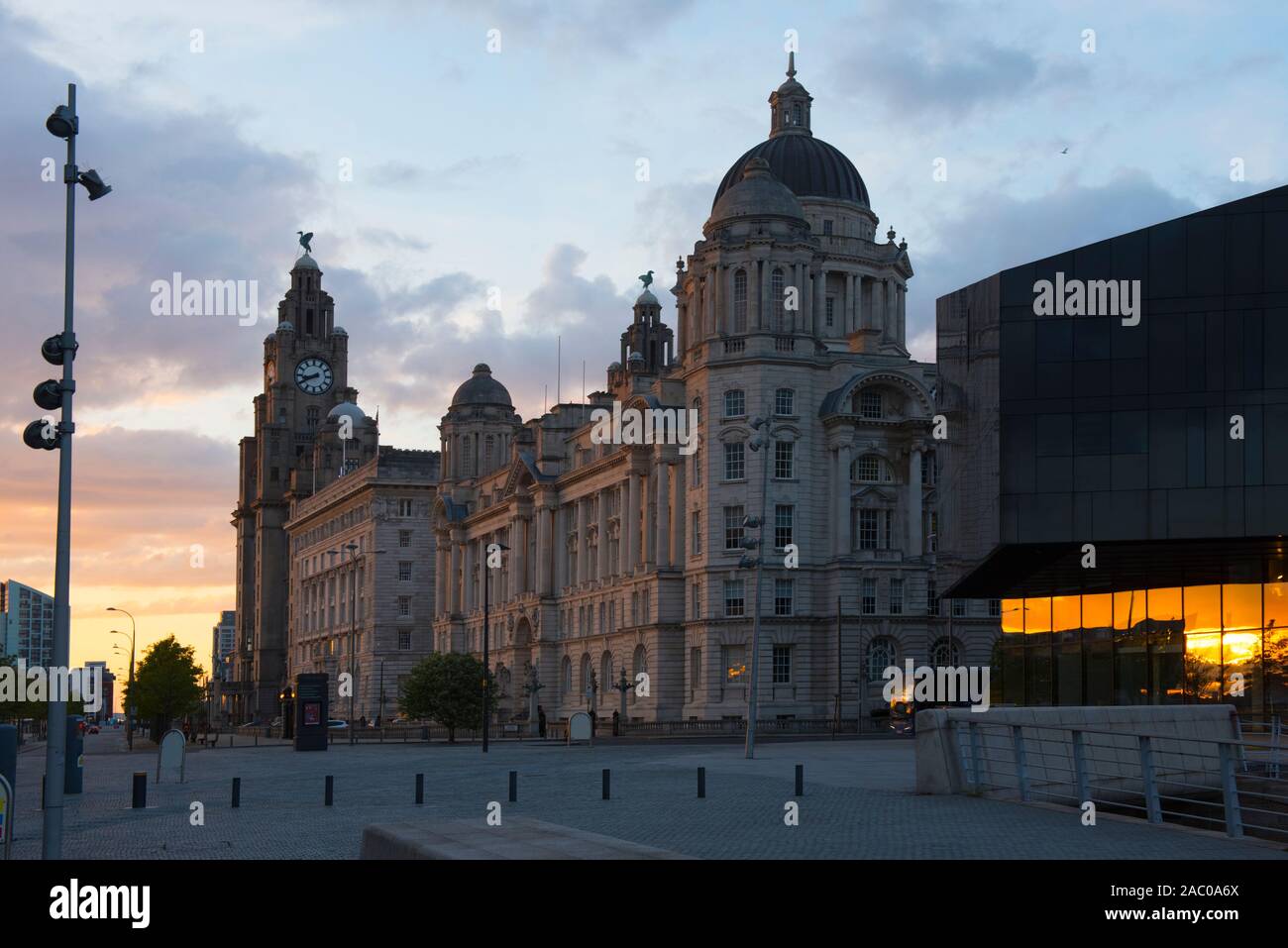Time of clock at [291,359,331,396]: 8:40
